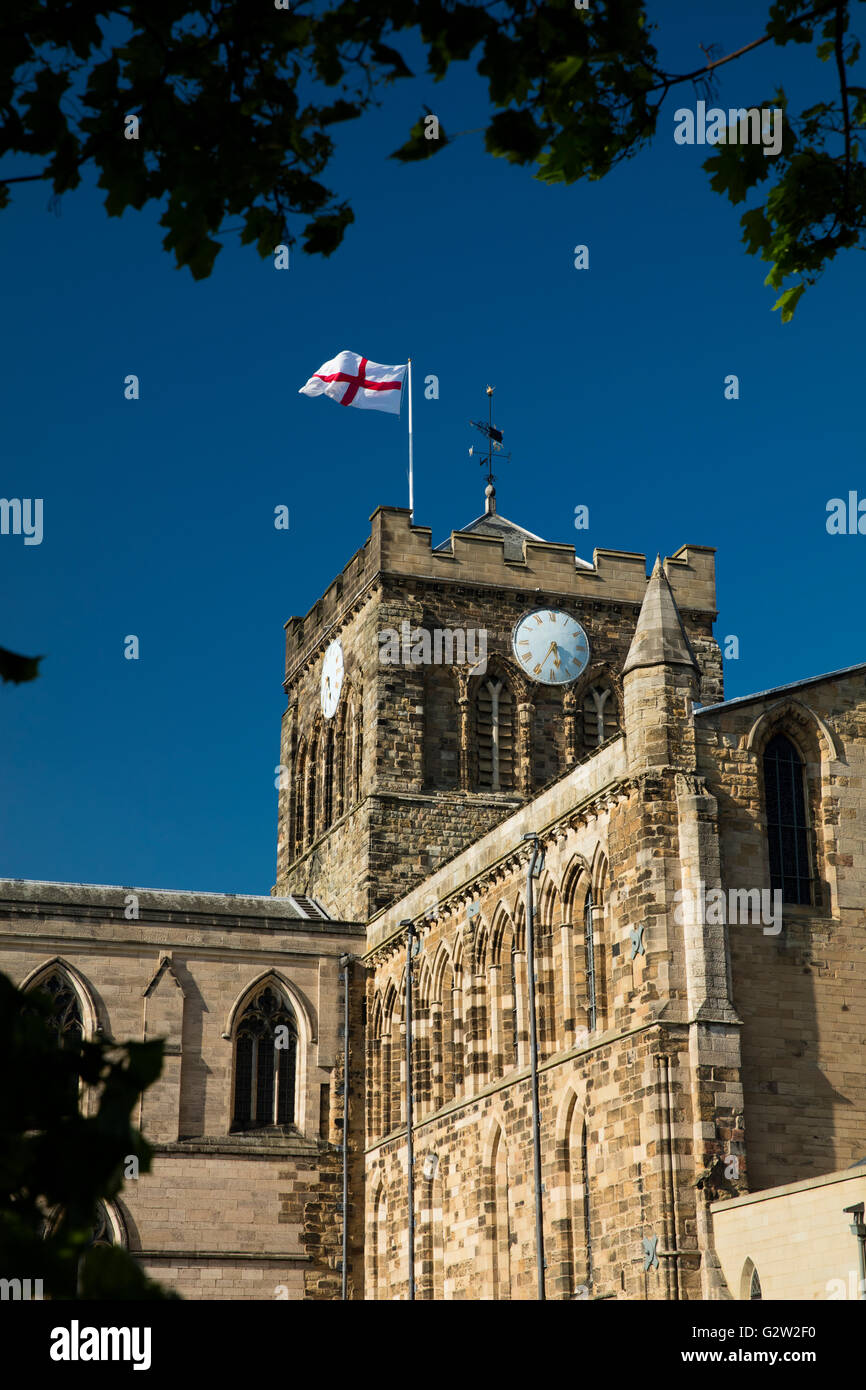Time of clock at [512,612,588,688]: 5:34
